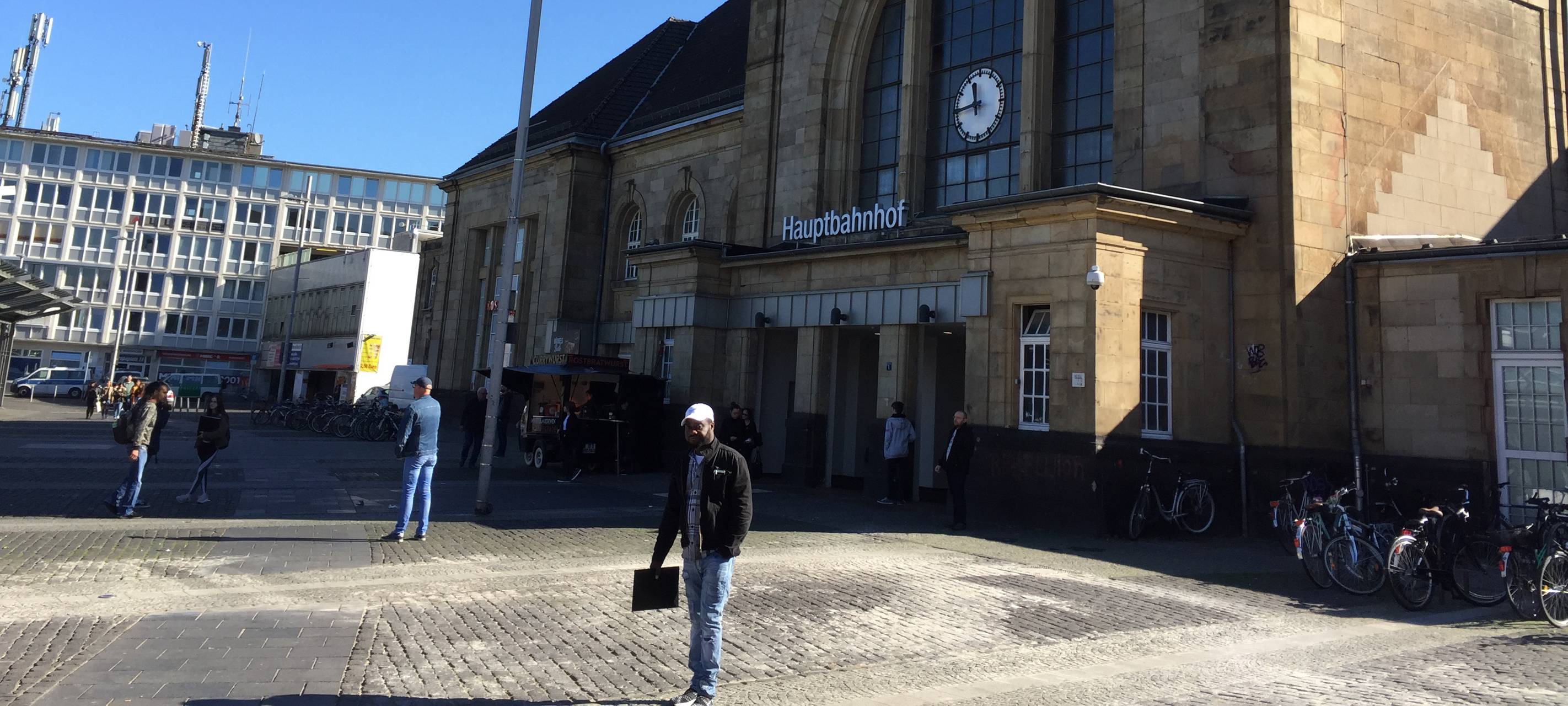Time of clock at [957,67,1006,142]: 11:44
